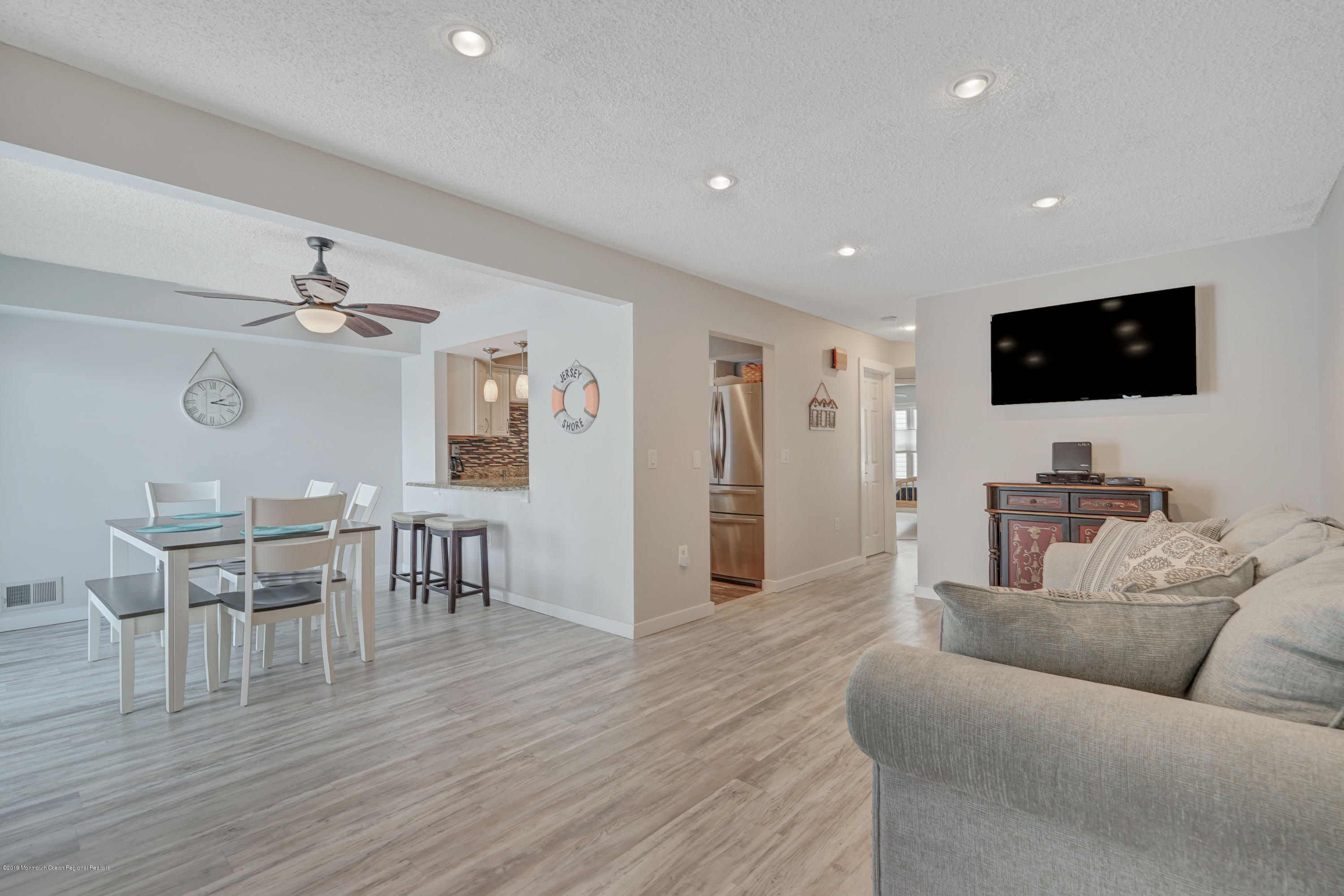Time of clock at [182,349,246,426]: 2:16
